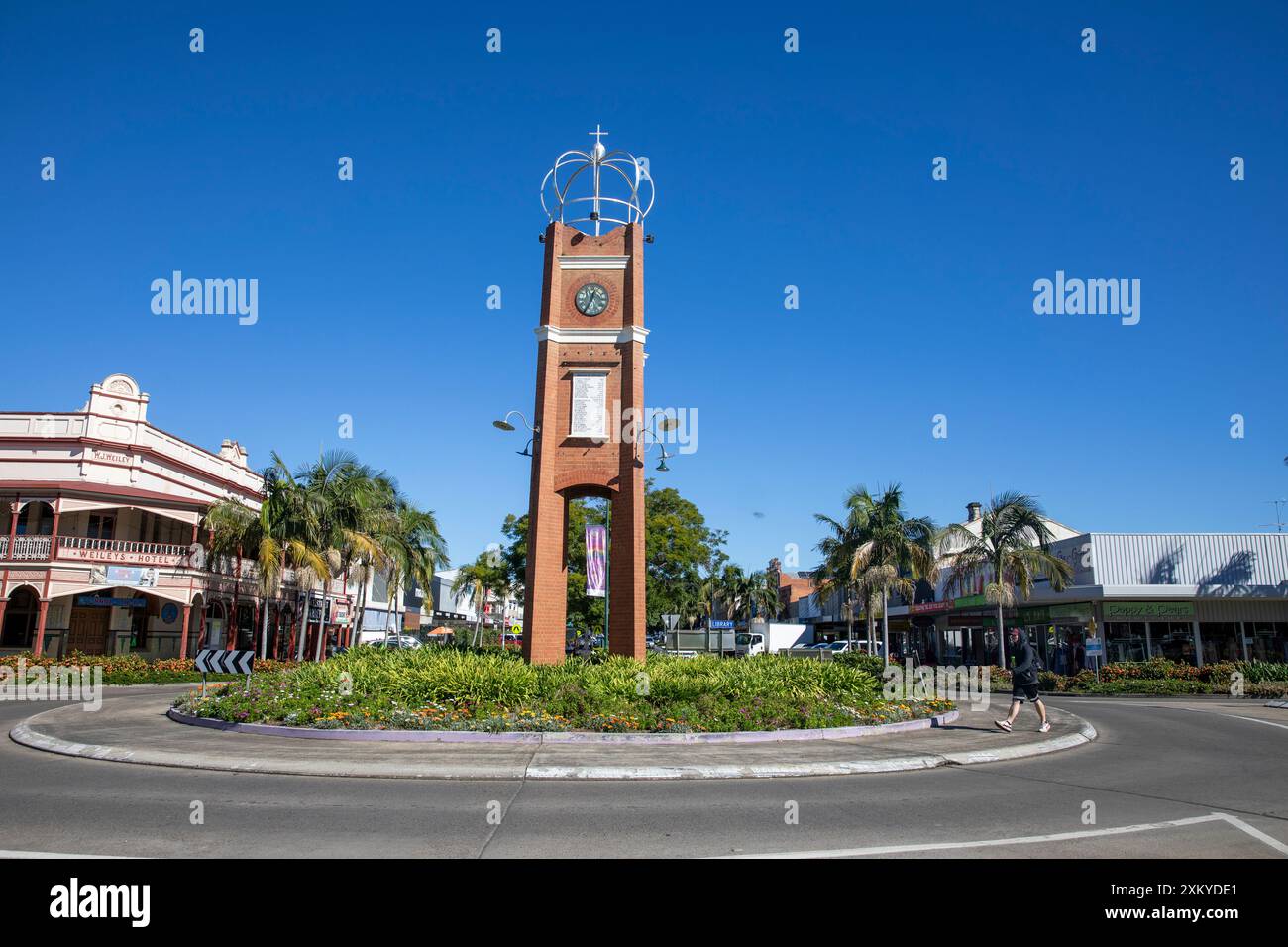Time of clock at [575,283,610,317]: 12:34
